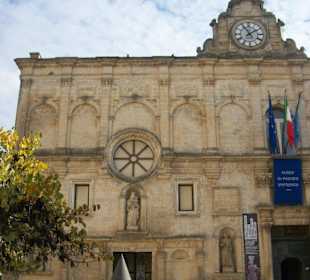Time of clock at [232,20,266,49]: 1:54
